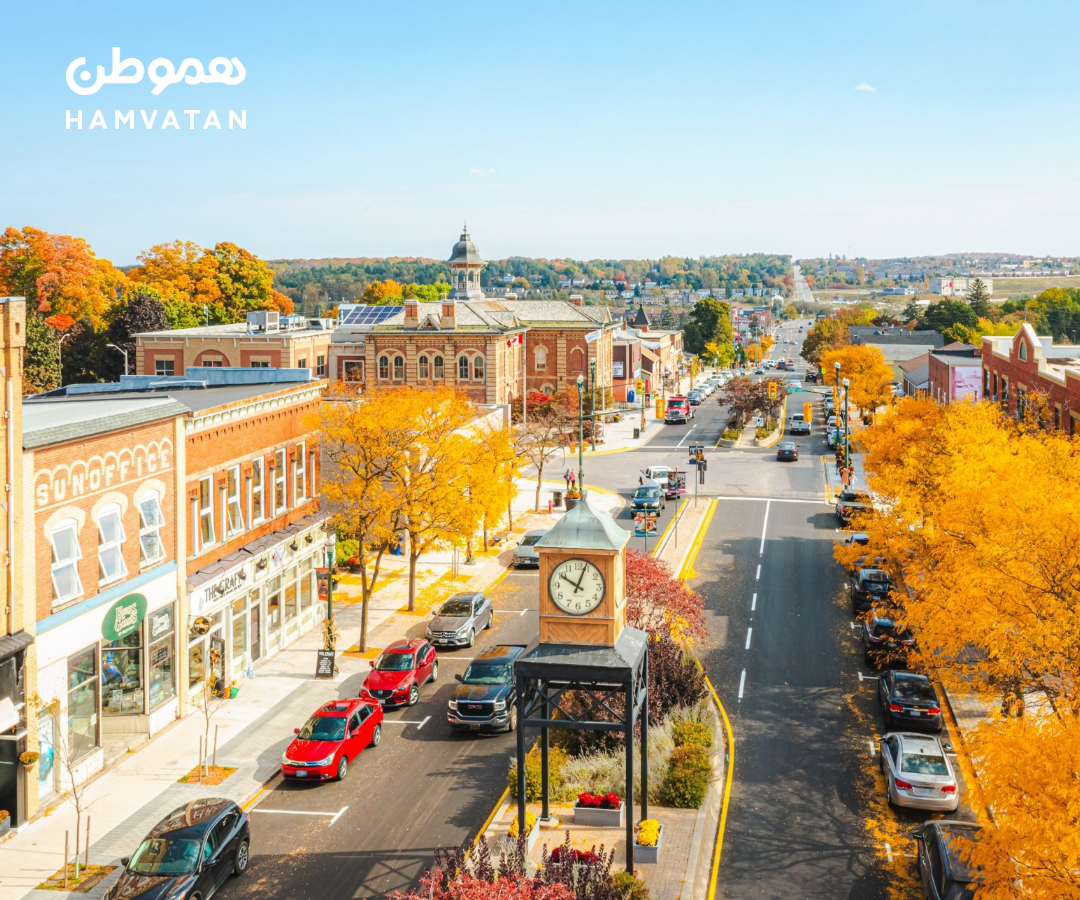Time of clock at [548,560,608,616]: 10:03
